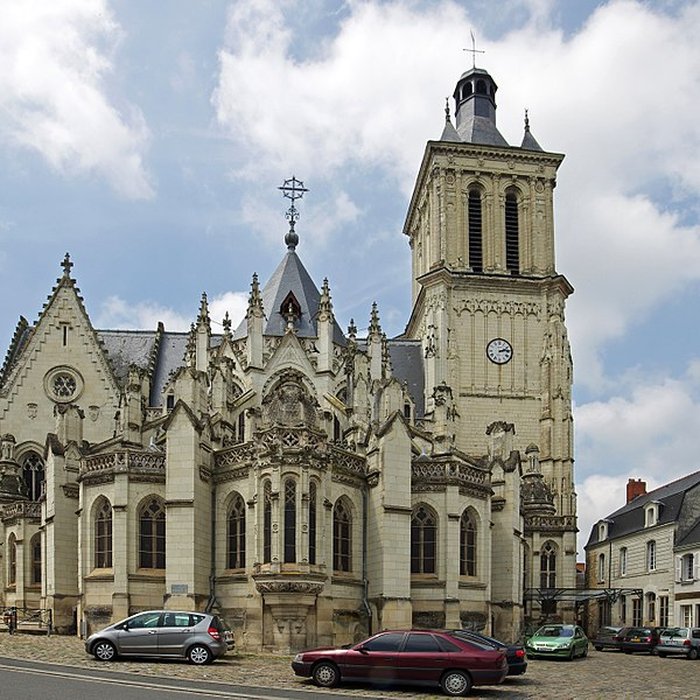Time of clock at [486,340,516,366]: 2:13
